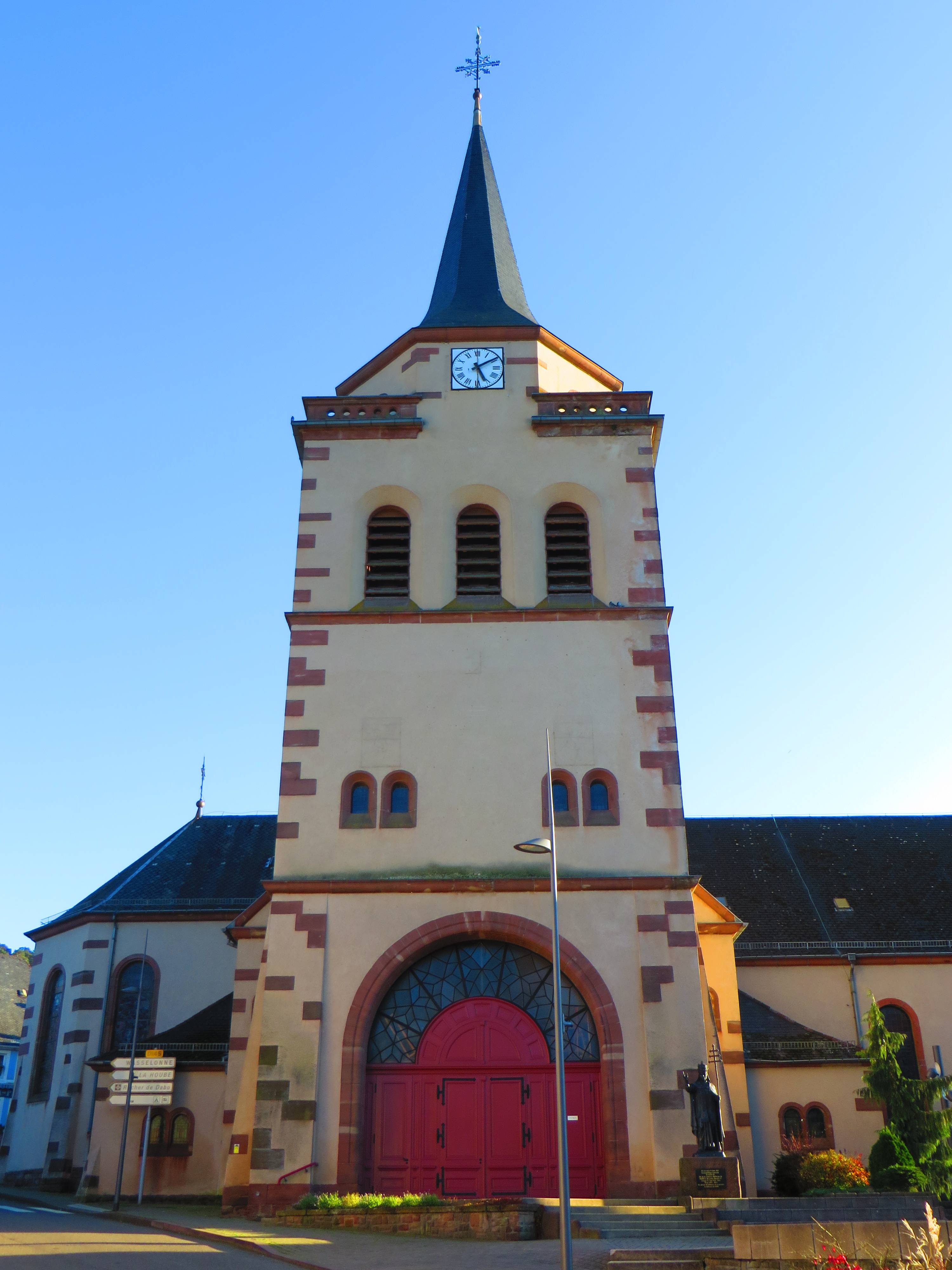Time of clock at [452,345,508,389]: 5:09
